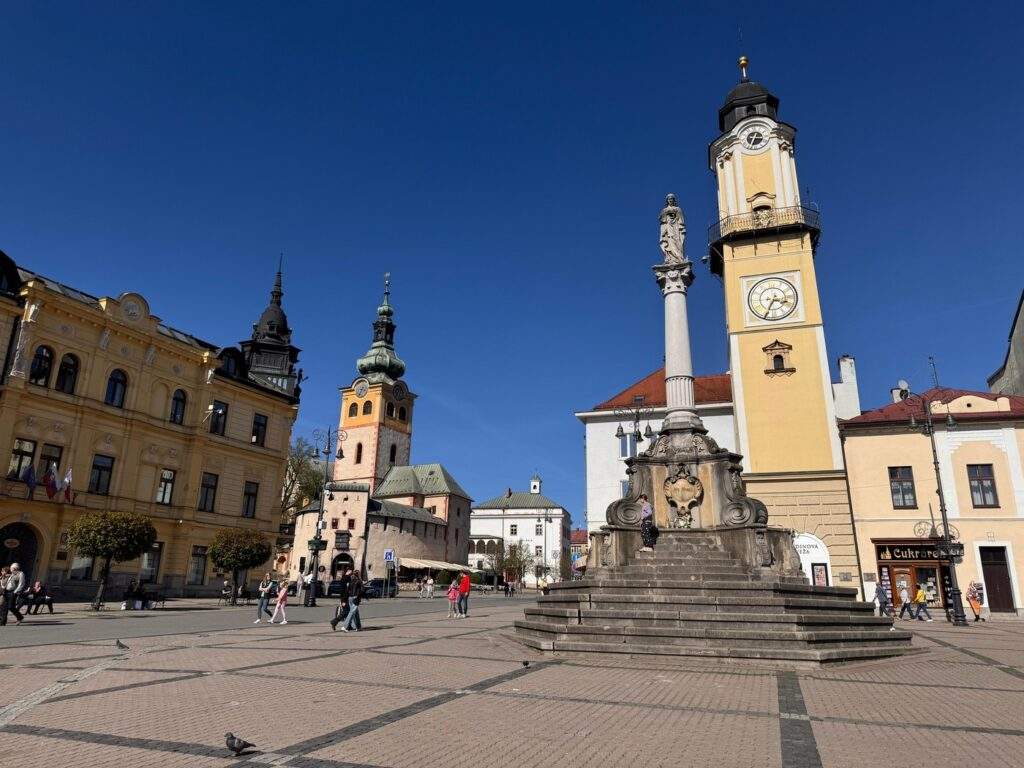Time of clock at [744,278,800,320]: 3:34
